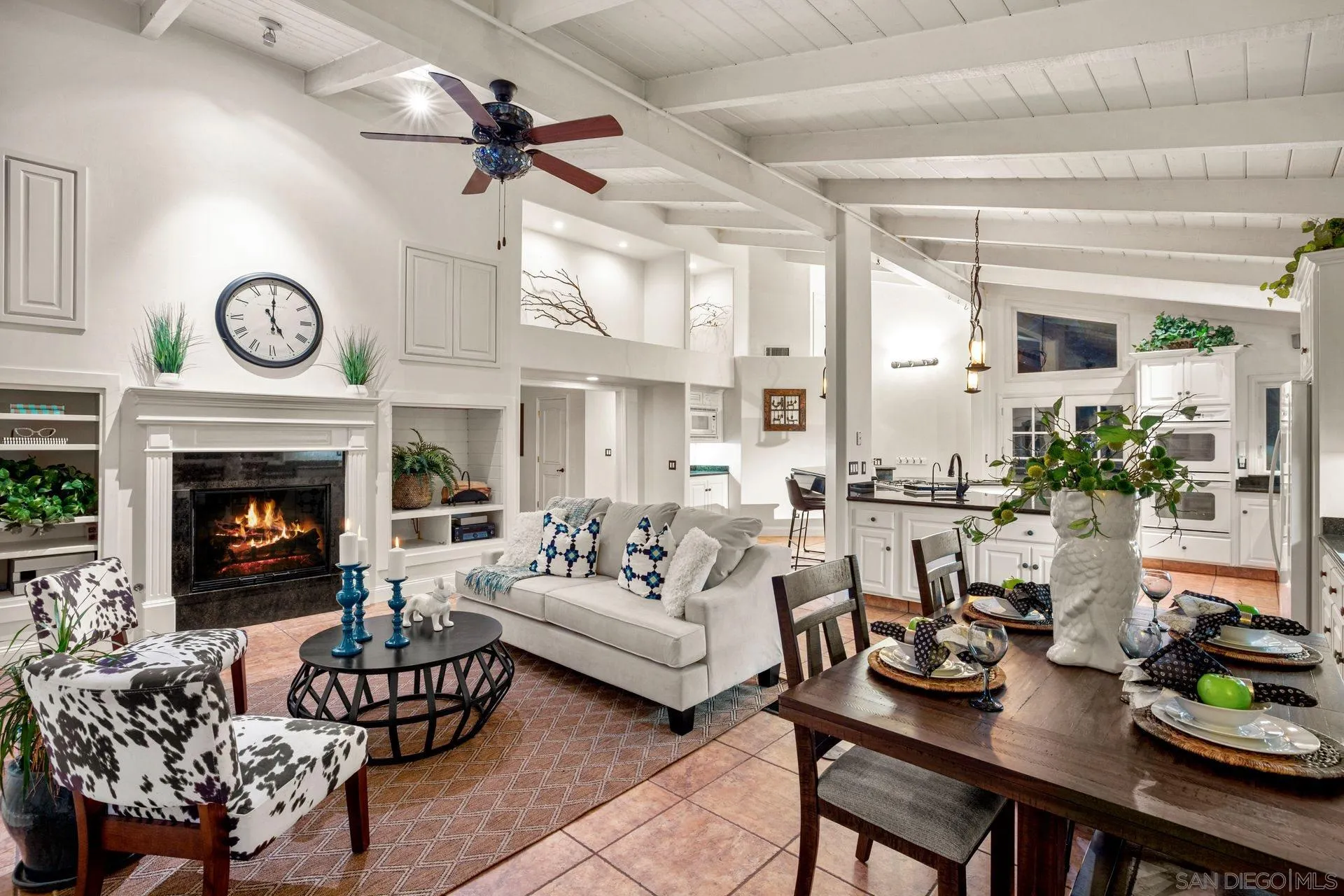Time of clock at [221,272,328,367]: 5:00
